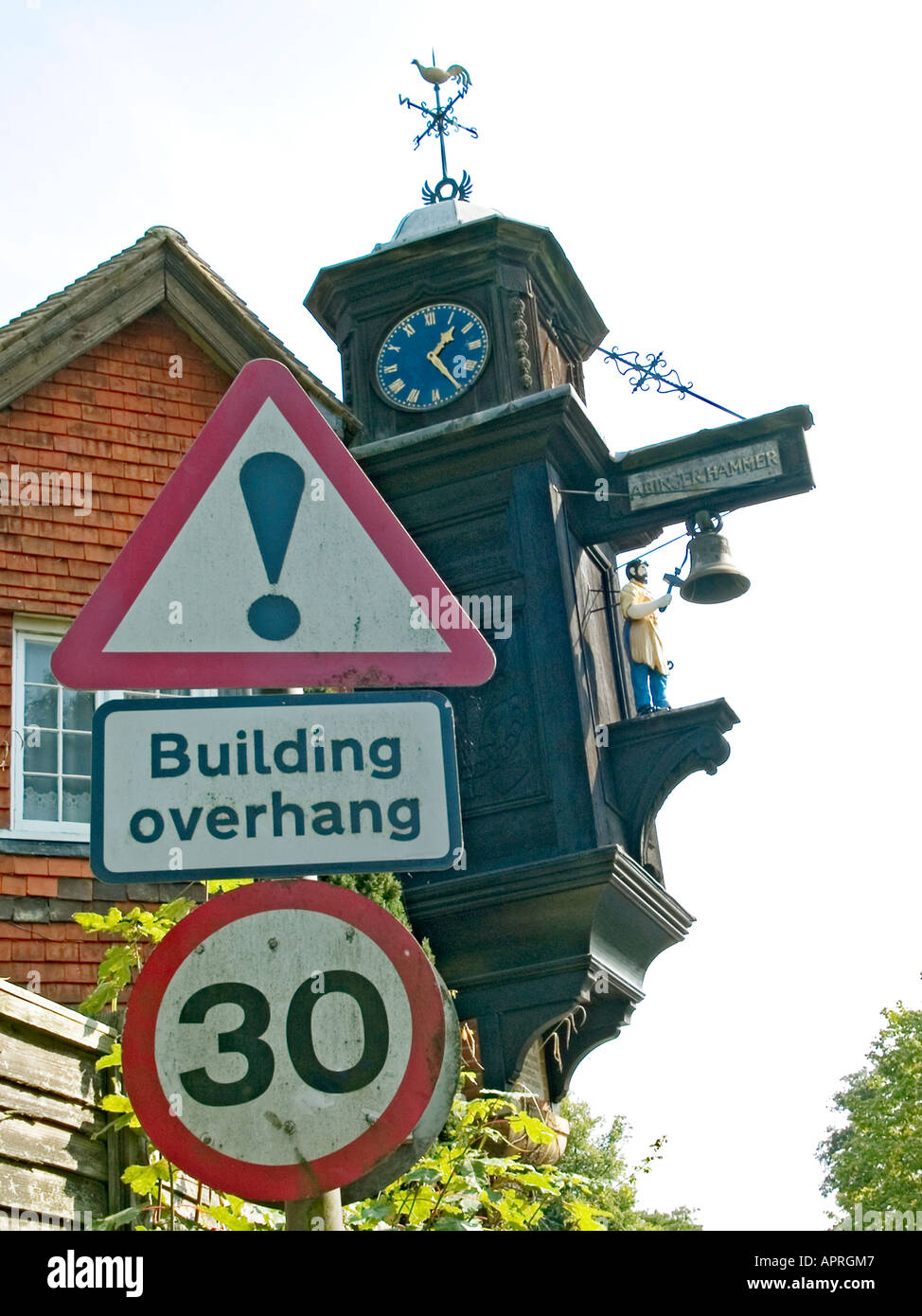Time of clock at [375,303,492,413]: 1:24
